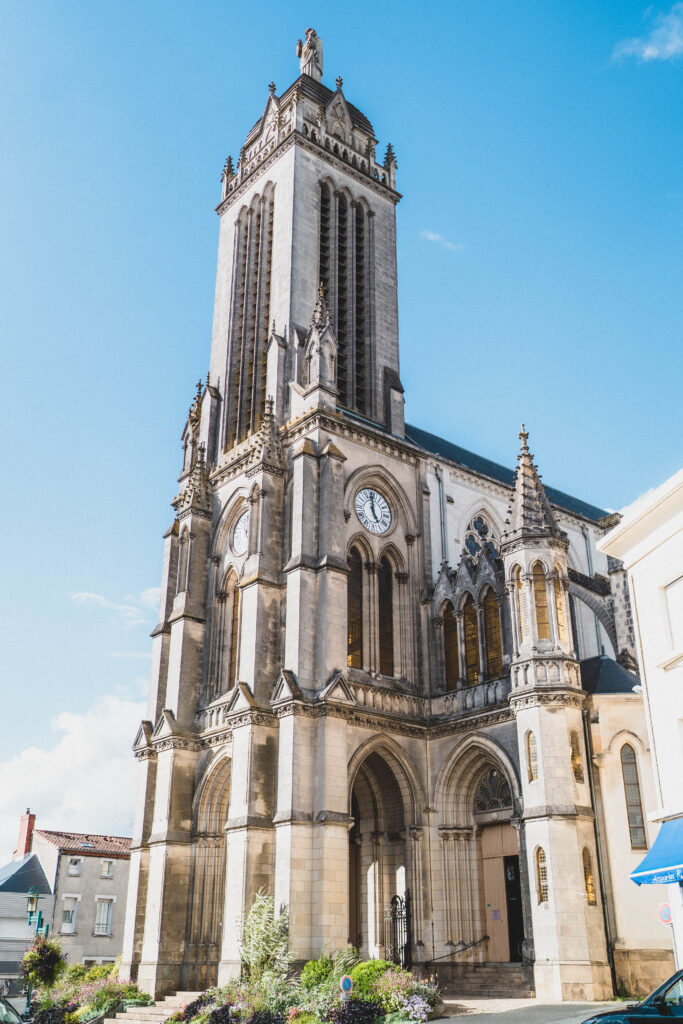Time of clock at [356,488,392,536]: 4:59
